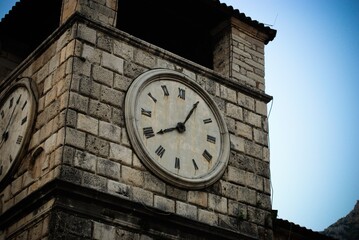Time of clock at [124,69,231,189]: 8:04
